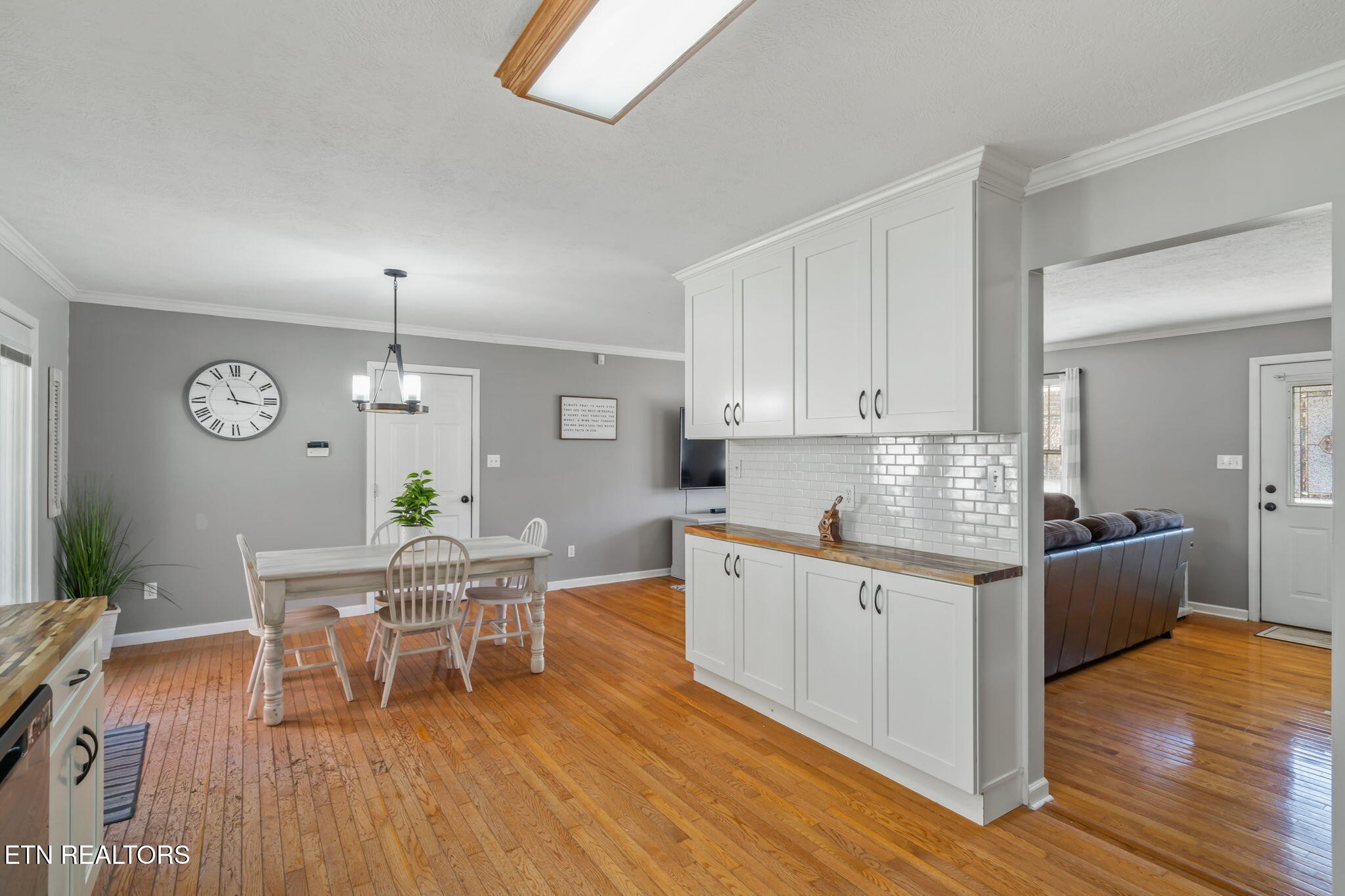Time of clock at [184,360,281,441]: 11:16
